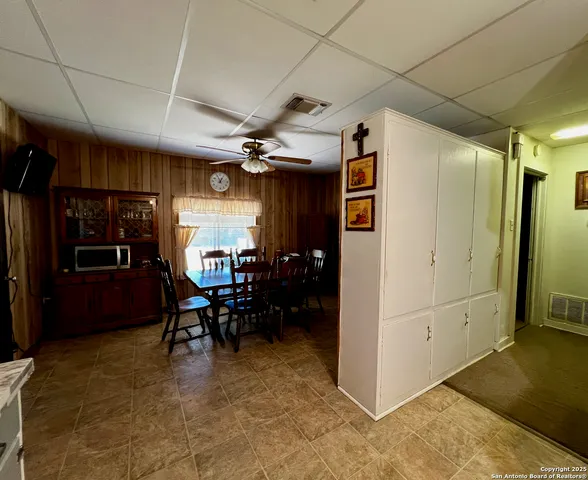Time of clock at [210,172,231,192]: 12:55
